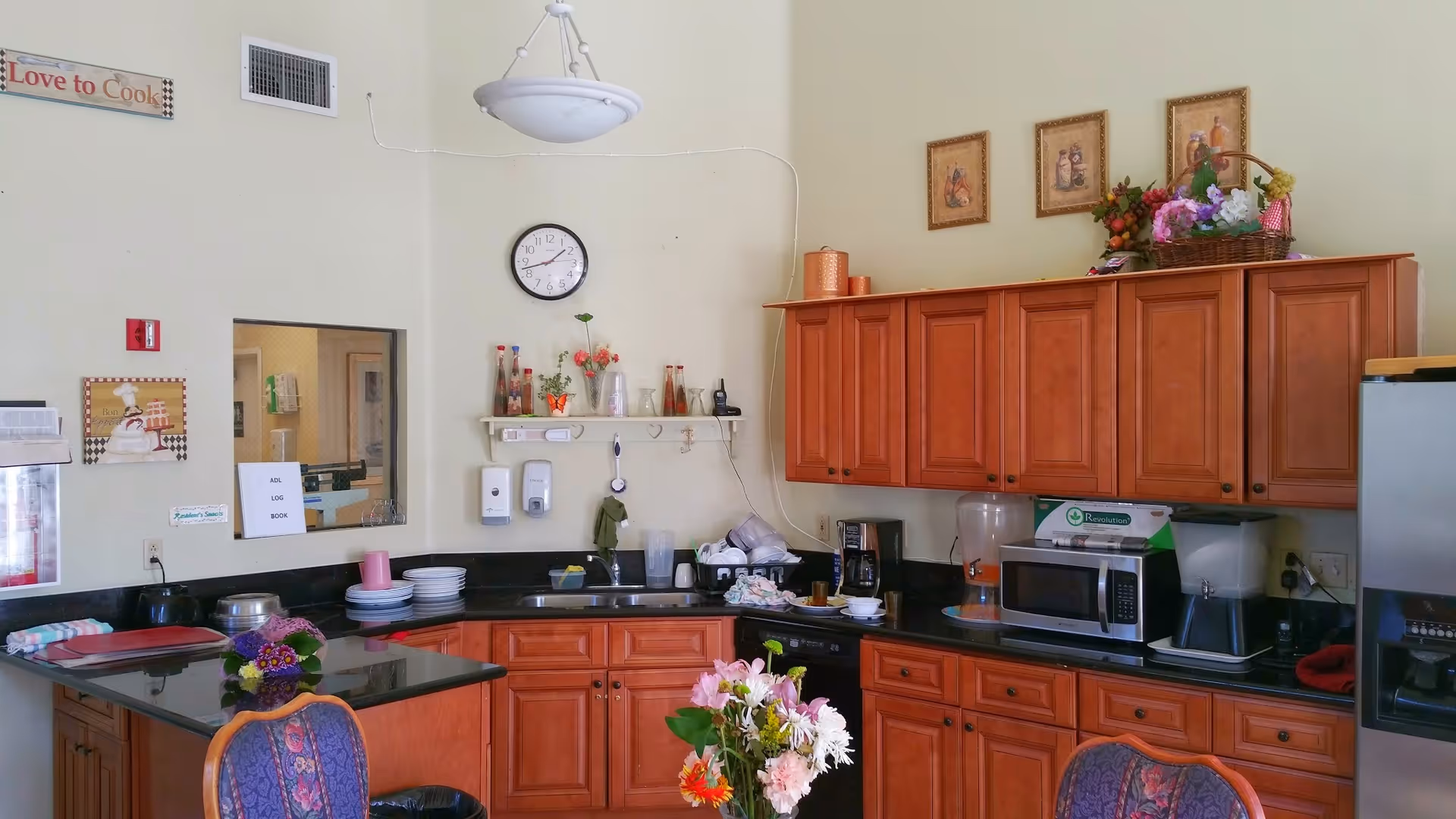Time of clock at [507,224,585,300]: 1:42
